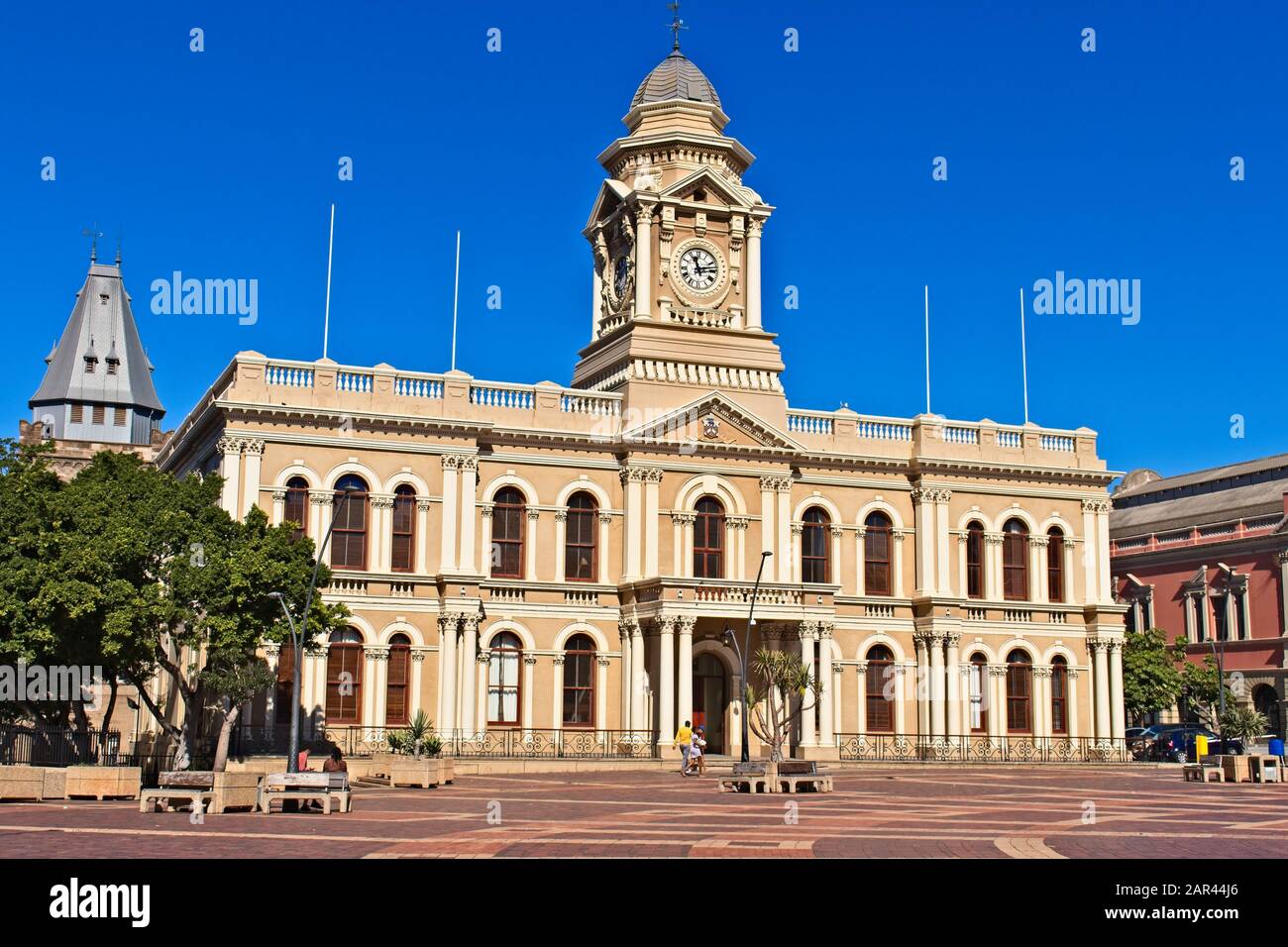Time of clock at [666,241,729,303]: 11:13
